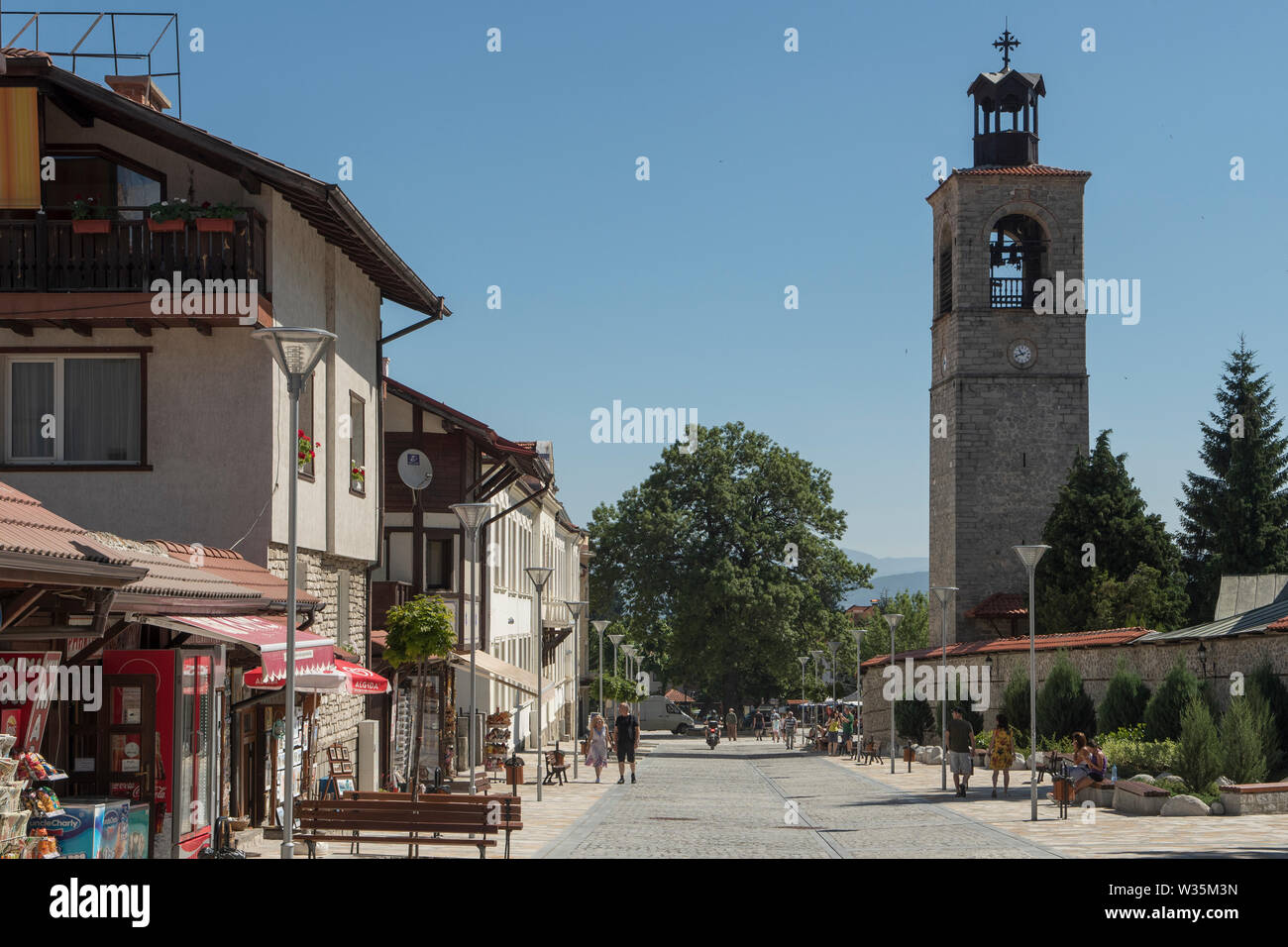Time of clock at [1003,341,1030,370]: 10:41
